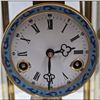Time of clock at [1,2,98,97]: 2:30
